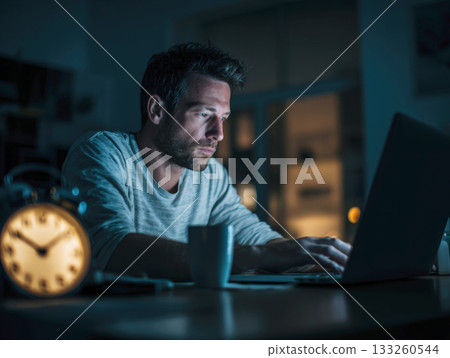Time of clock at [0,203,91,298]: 10:08
